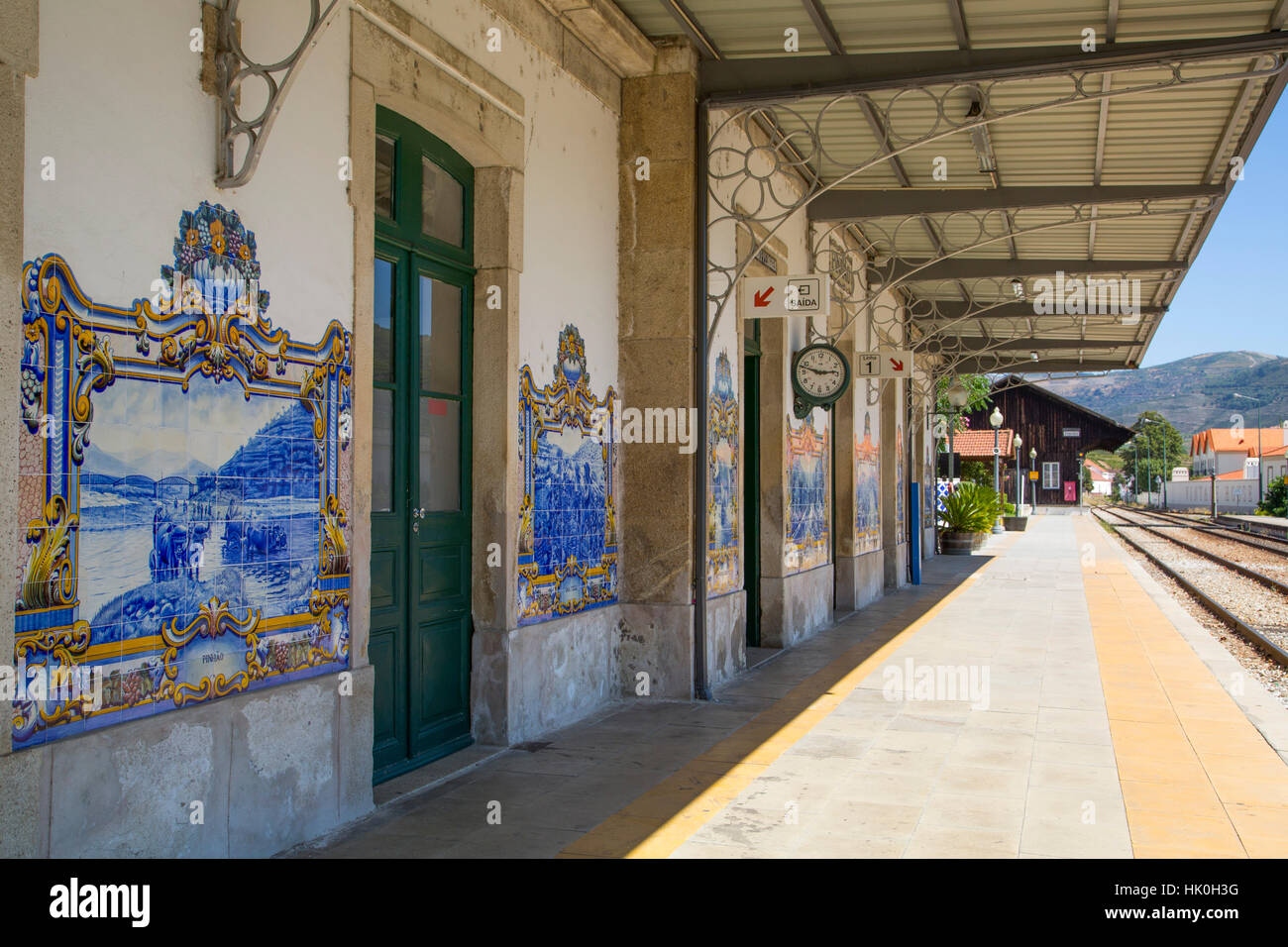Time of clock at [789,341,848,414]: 2:47
